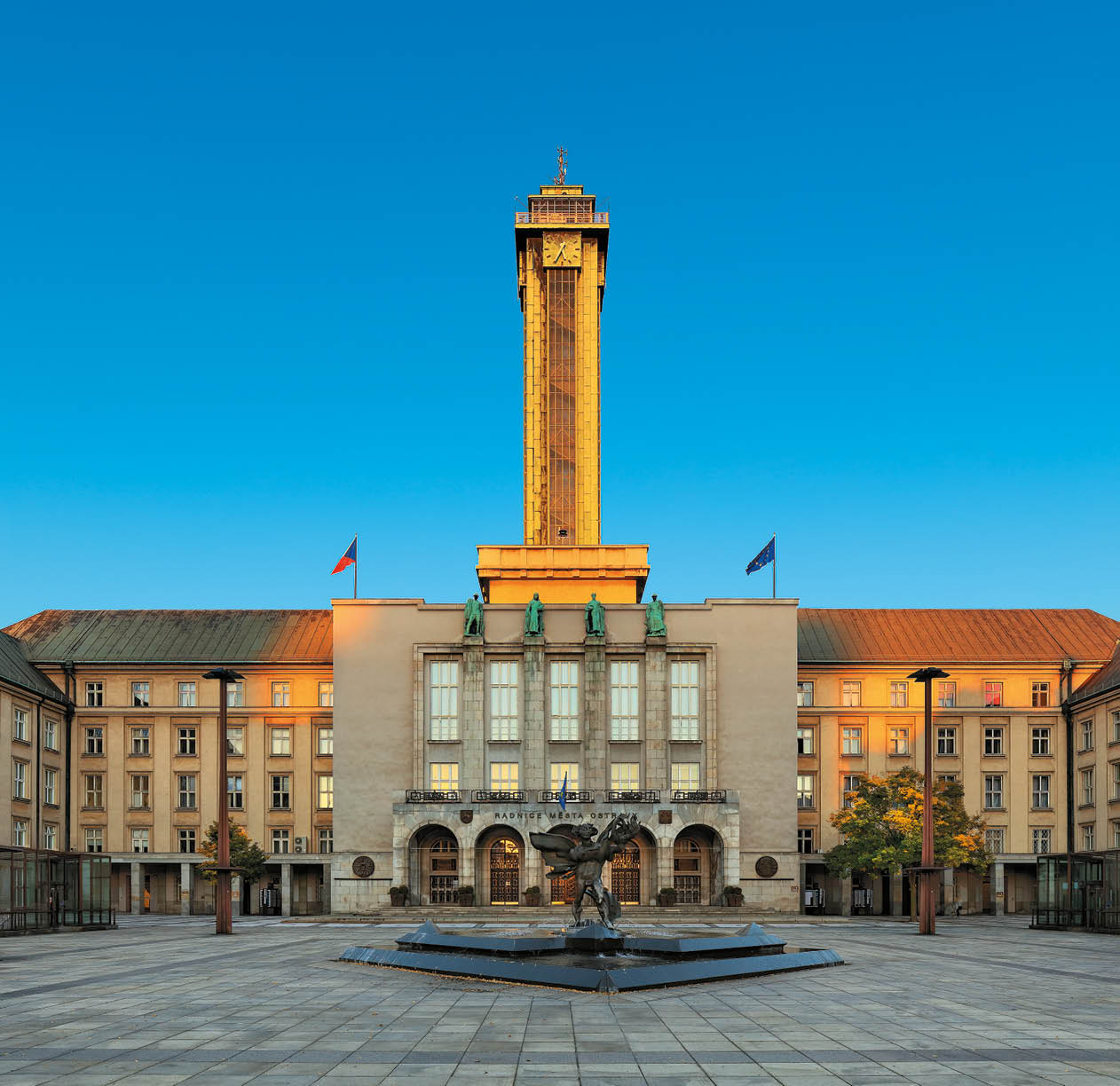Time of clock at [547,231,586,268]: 5:34
